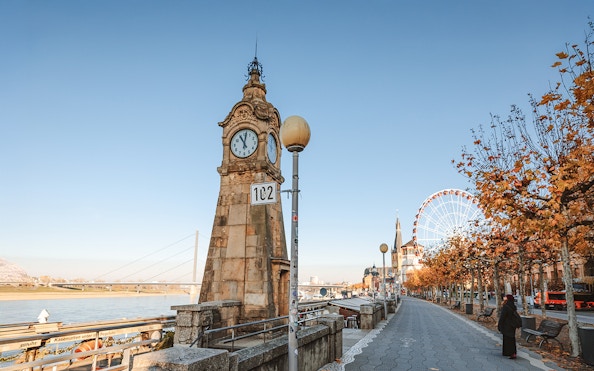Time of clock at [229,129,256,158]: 11:01
